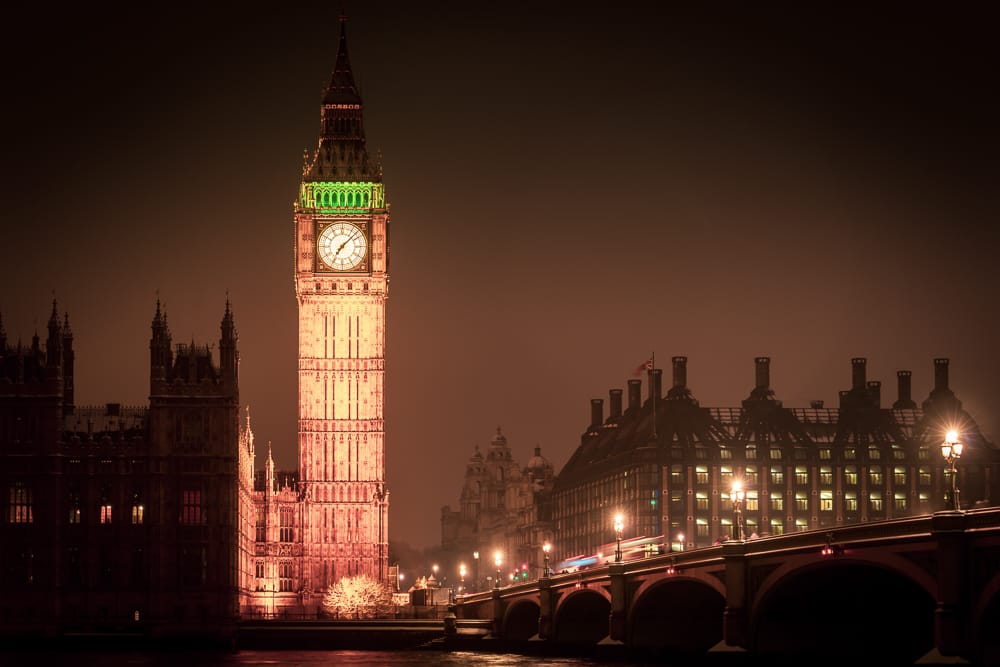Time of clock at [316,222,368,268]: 7:07
